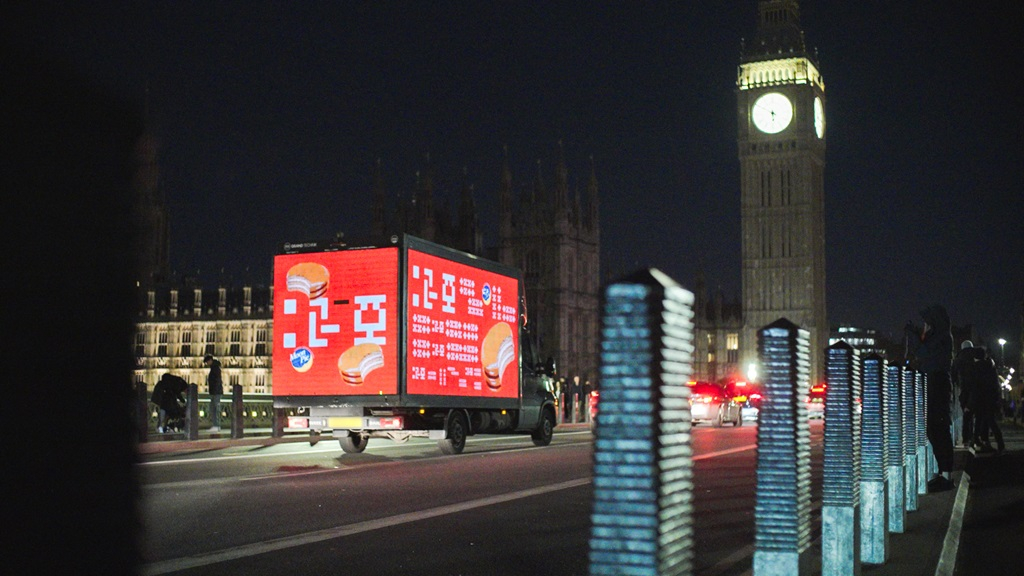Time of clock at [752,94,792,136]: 5:49
